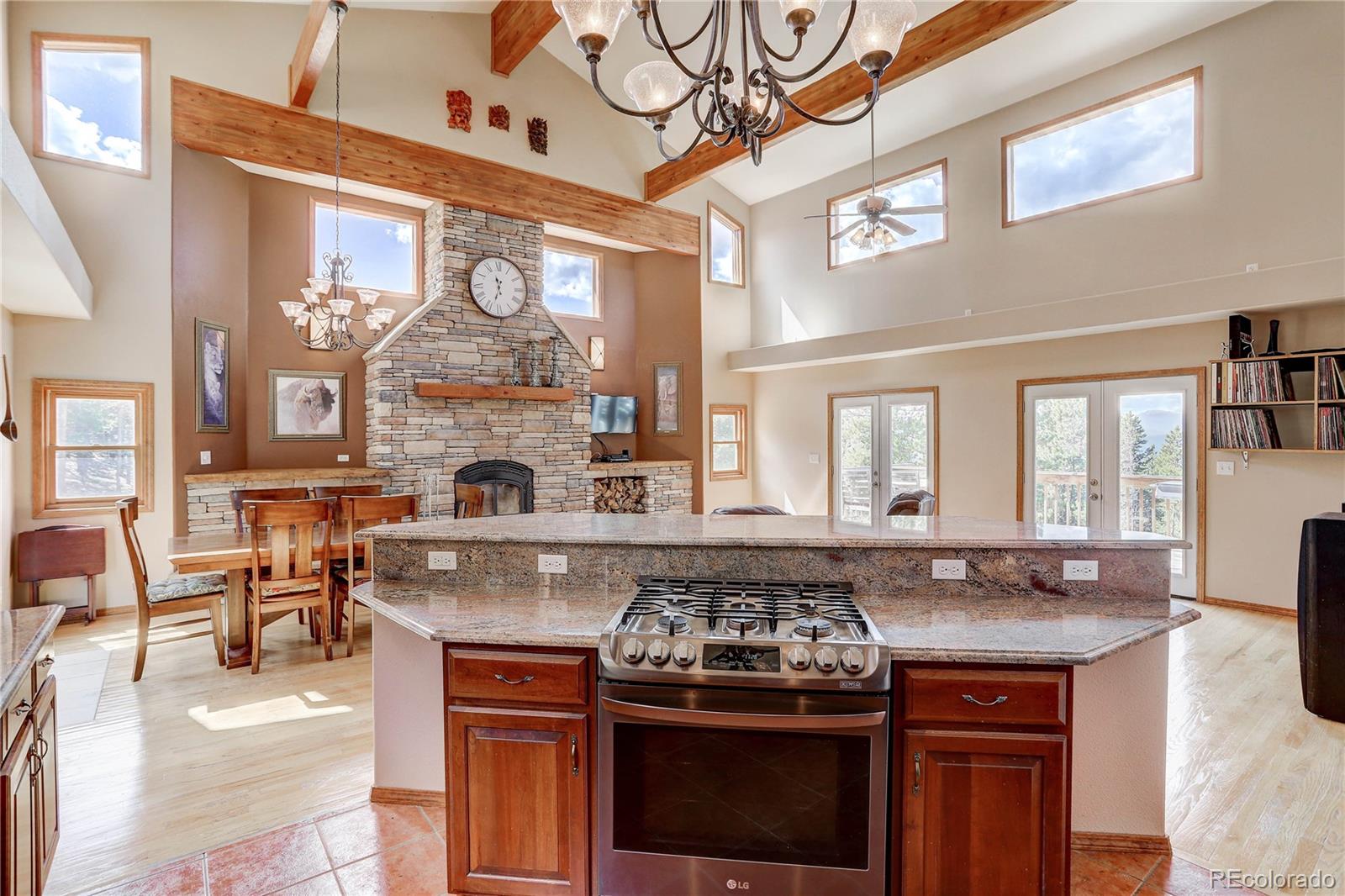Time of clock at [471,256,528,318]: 11:32
